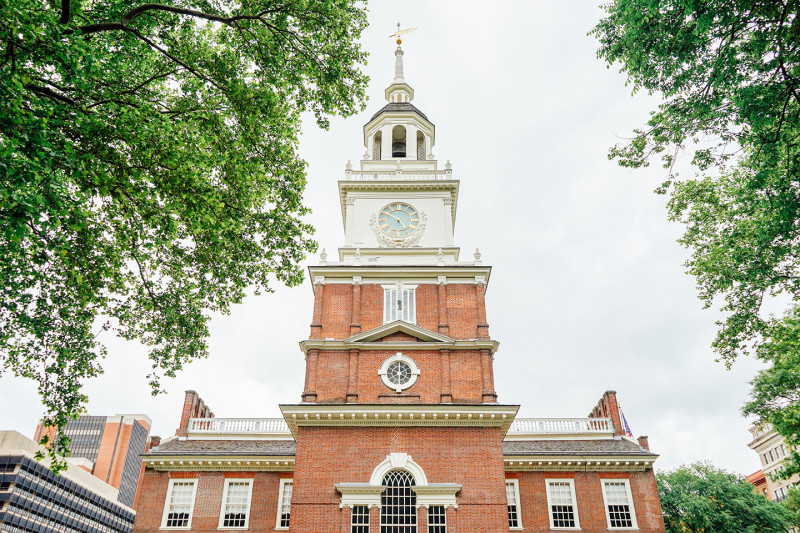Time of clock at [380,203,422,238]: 4:50
